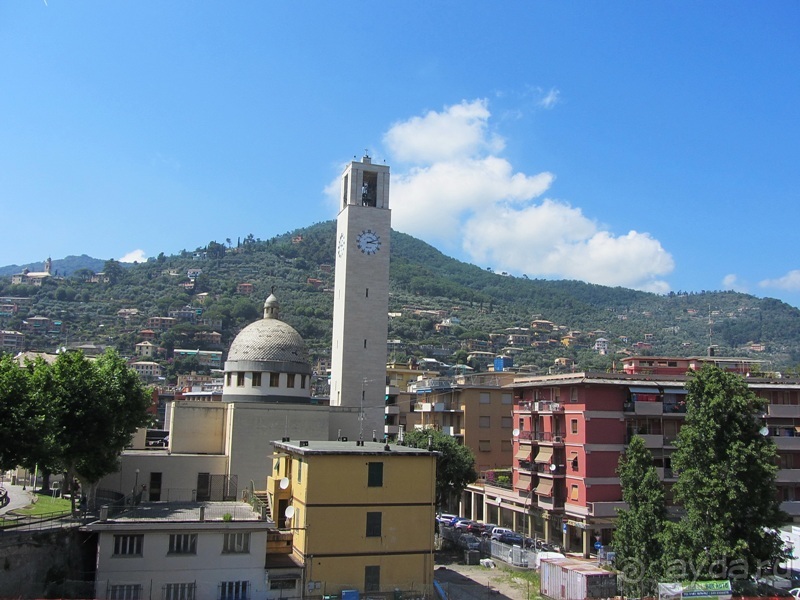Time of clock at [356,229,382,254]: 3:11
